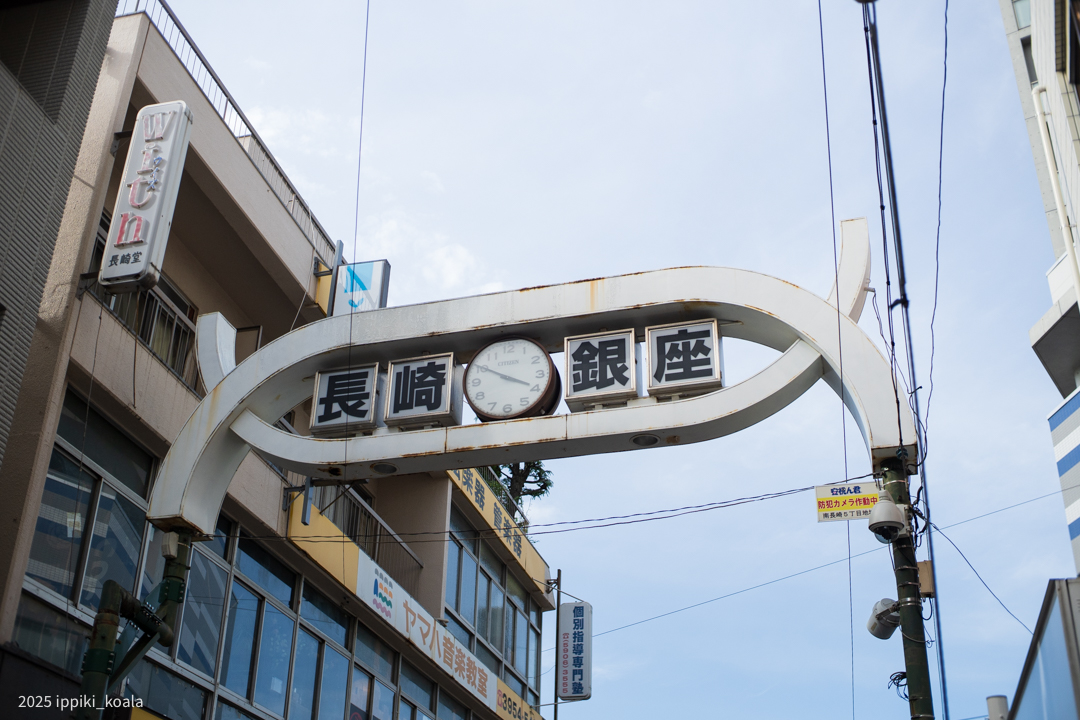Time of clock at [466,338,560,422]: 3:50
